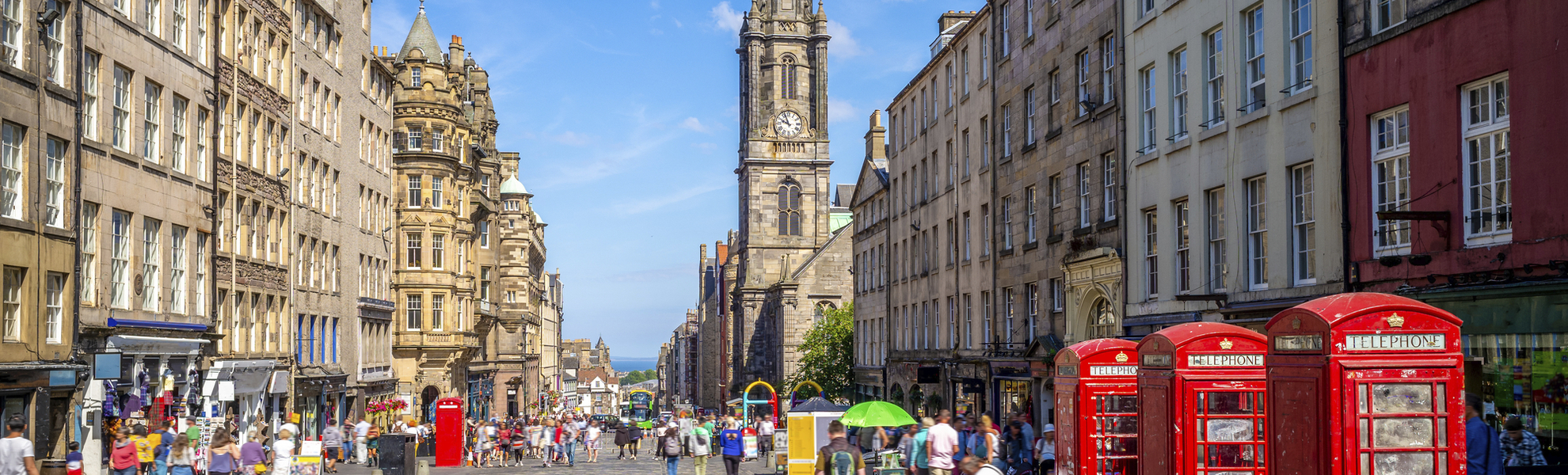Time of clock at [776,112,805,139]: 9:56
